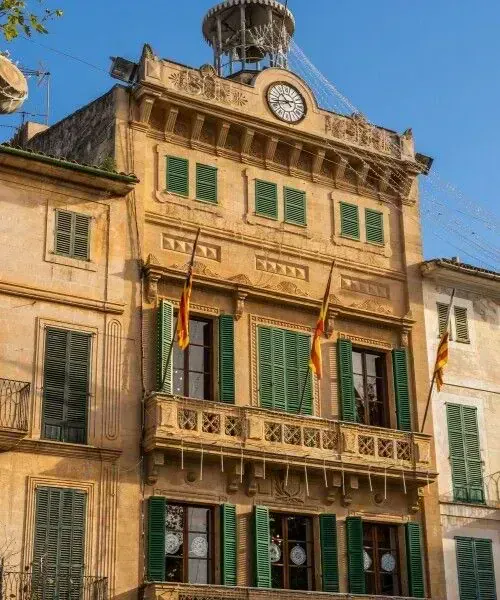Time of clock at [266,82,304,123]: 10:42
